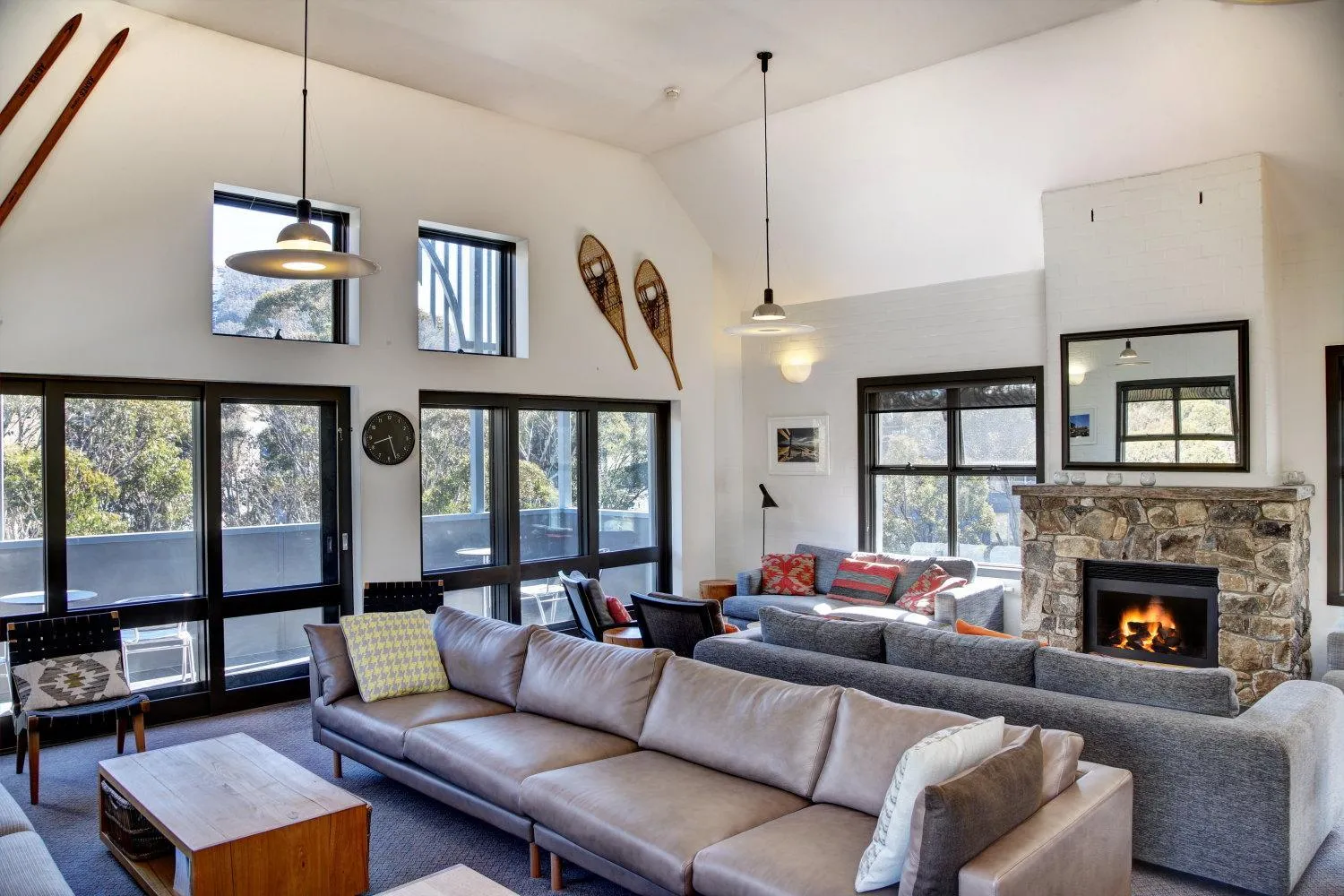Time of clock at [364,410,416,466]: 8:26
